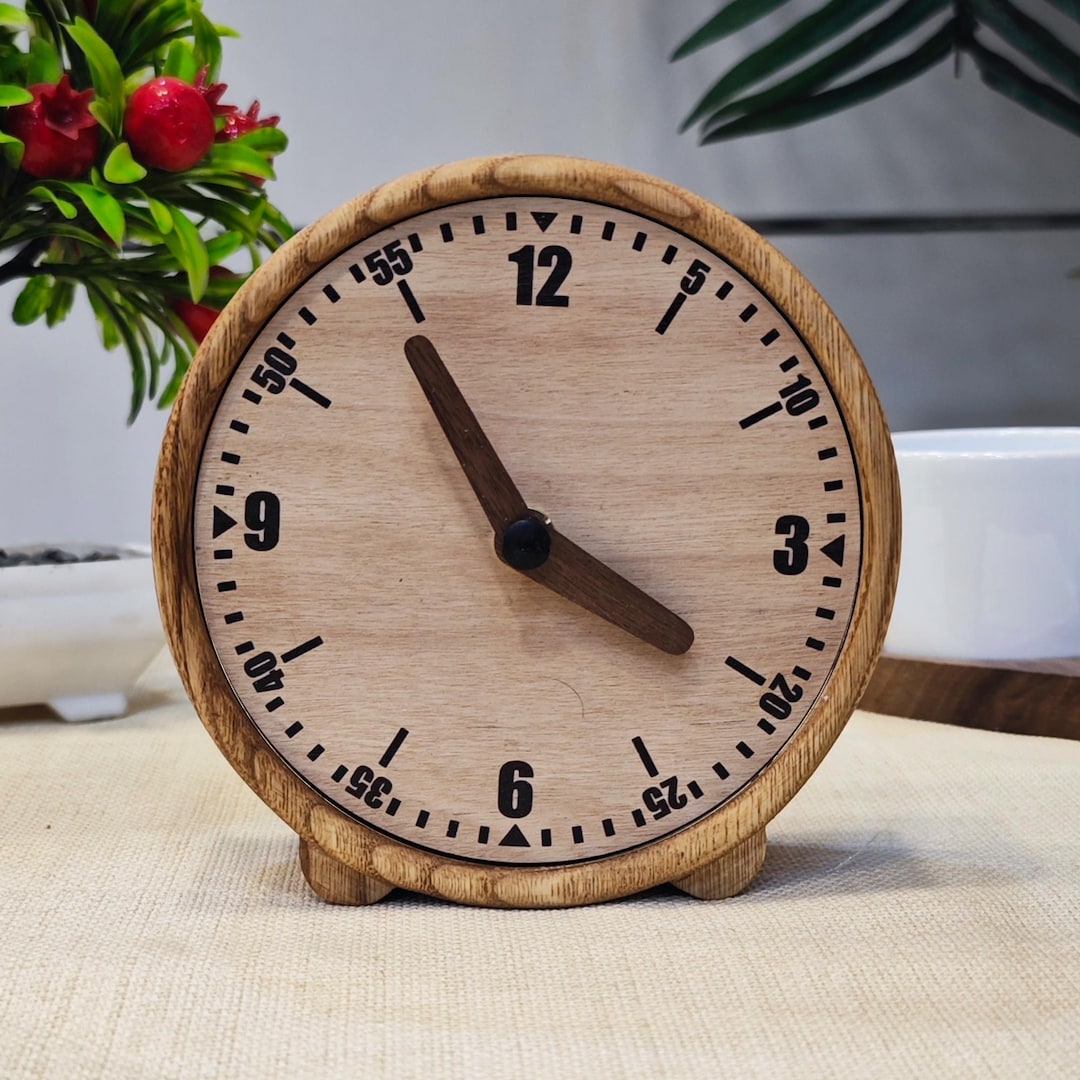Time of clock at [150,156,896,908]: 3:54
